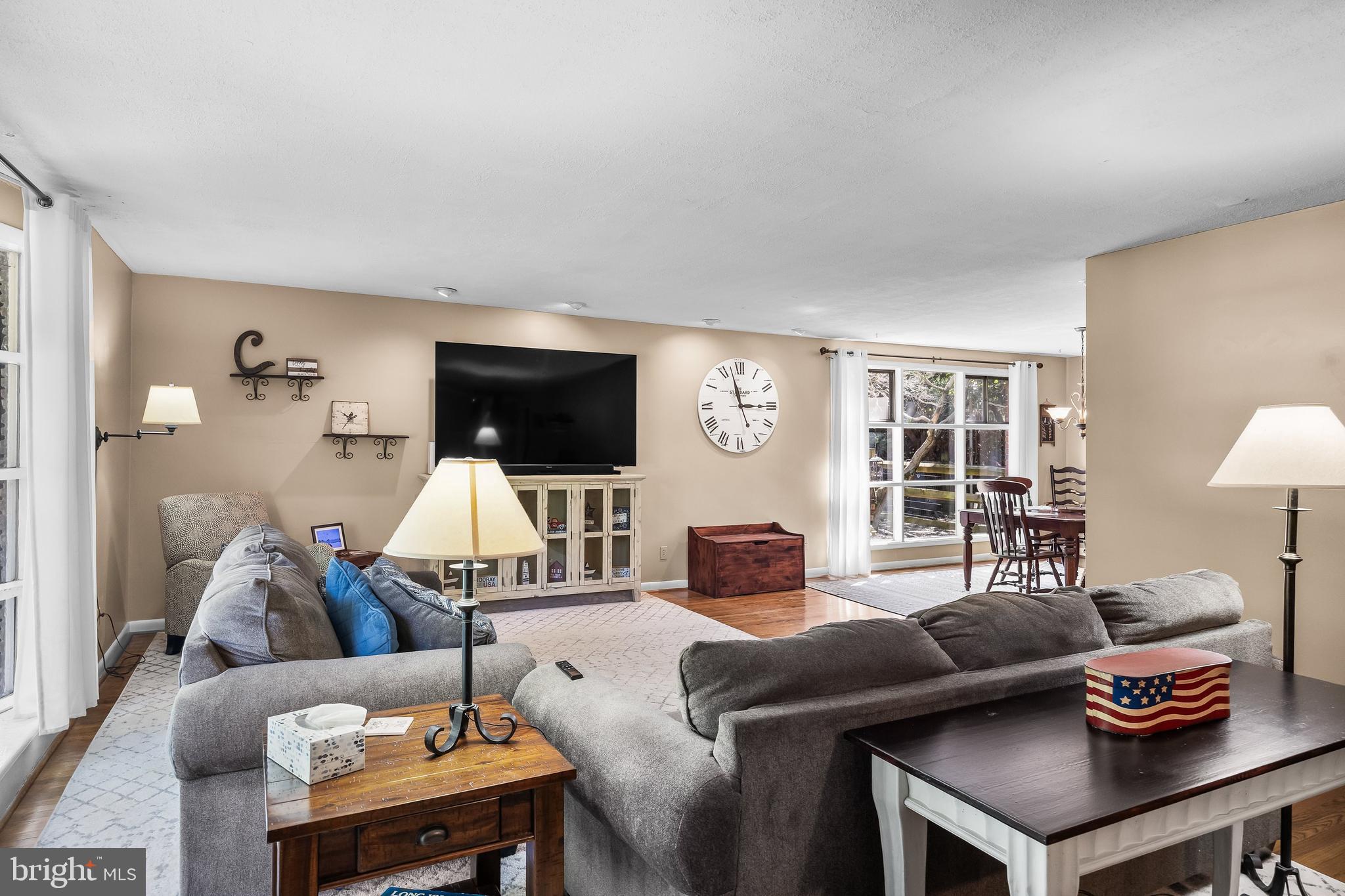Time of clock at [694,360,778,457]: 2:57
